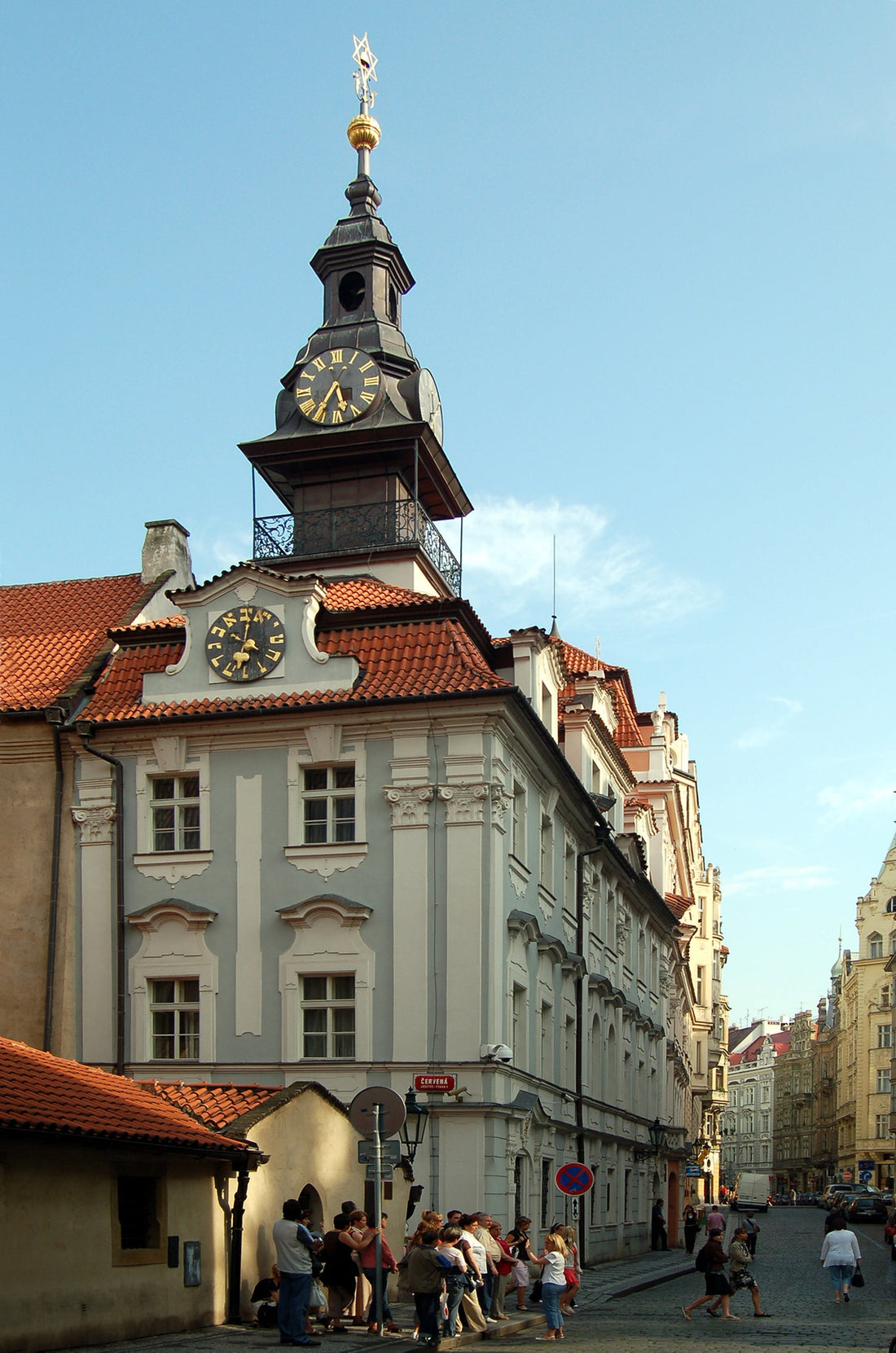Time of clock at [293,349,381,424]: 5:35
